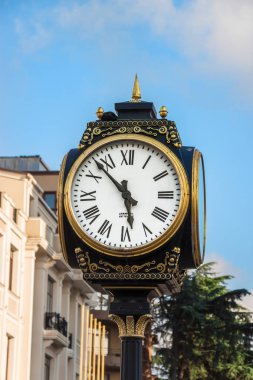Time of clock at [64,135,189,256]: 5:52
